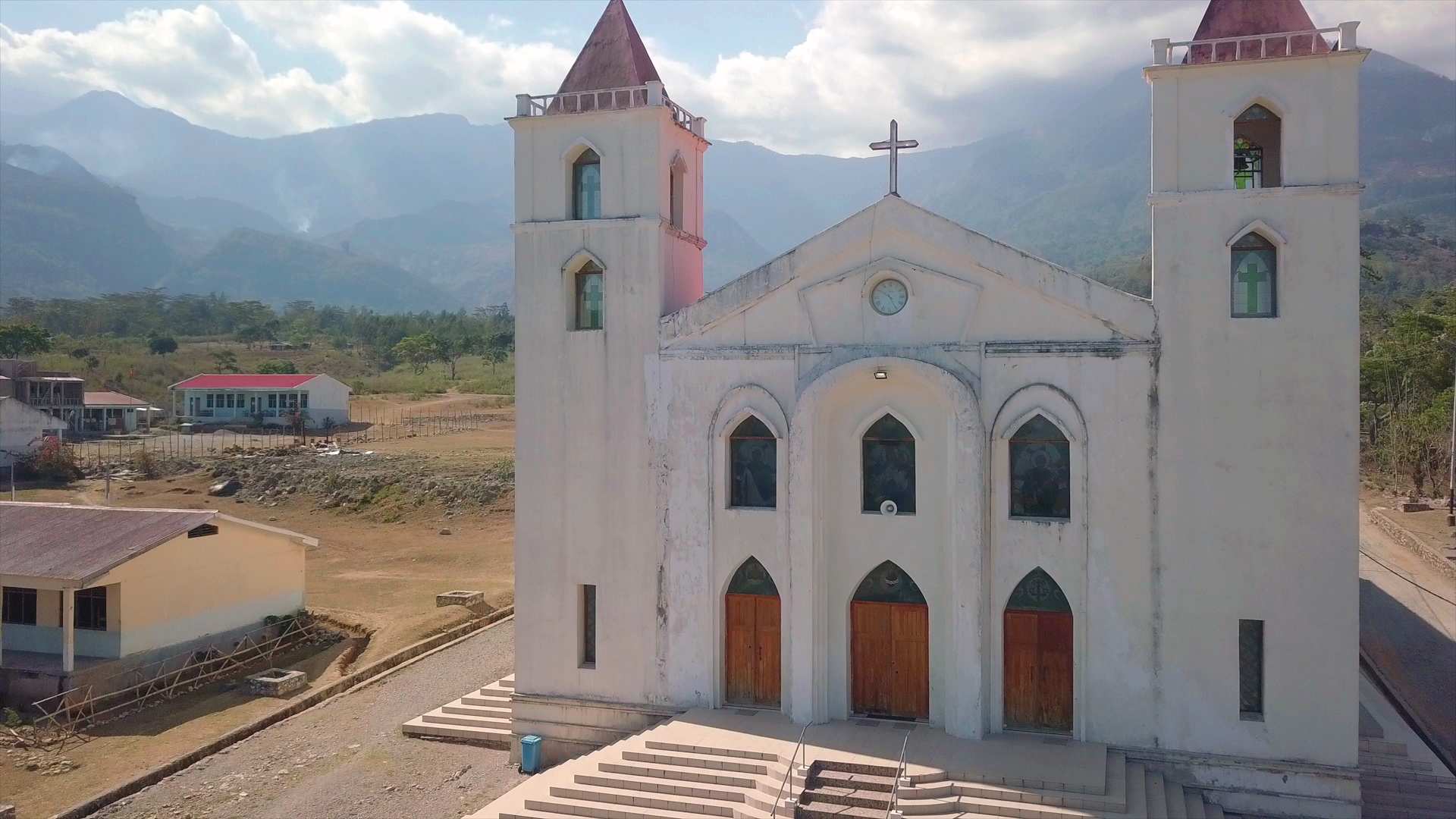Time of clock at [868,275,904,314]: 4:50
